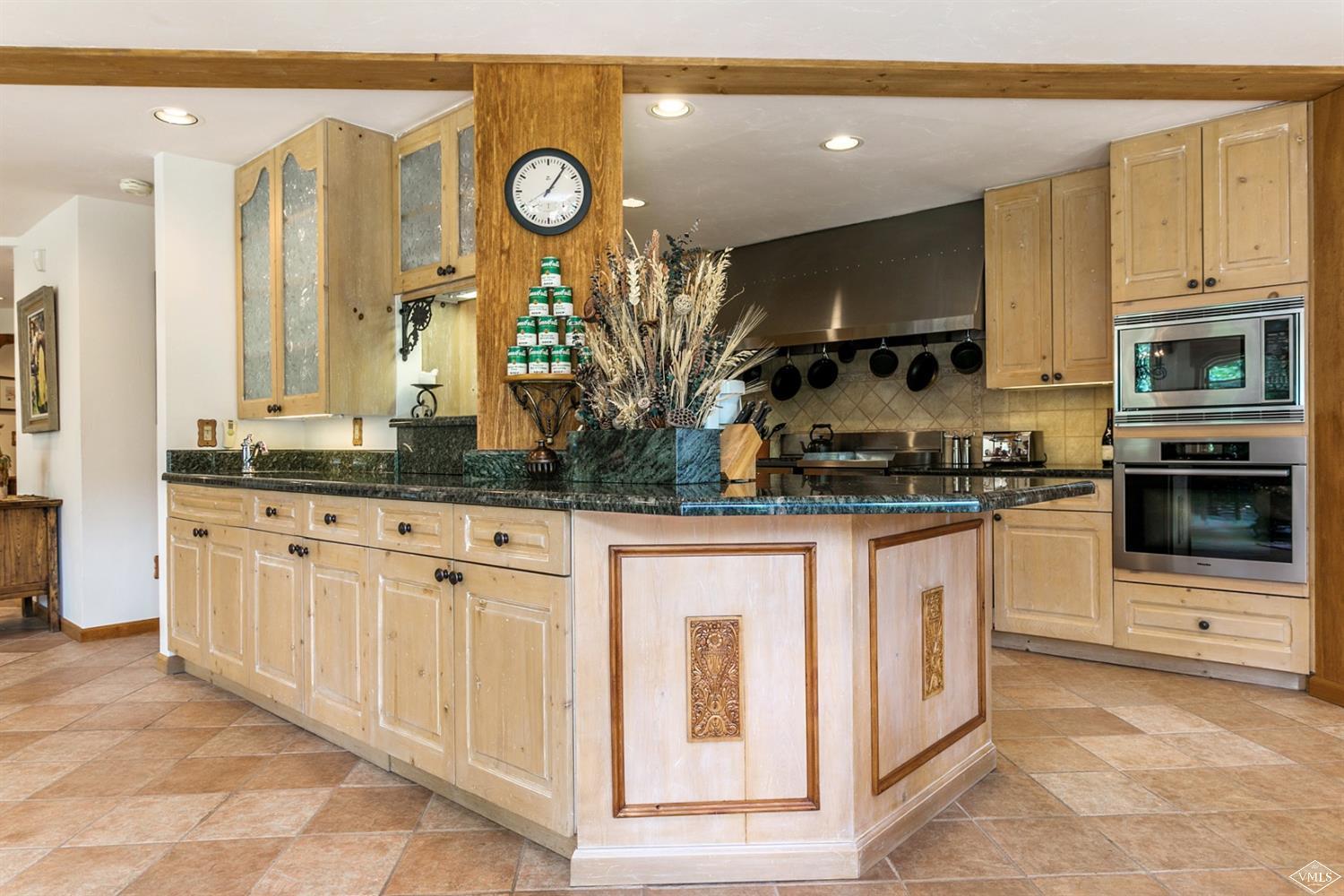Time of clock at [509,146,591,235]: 1:05
